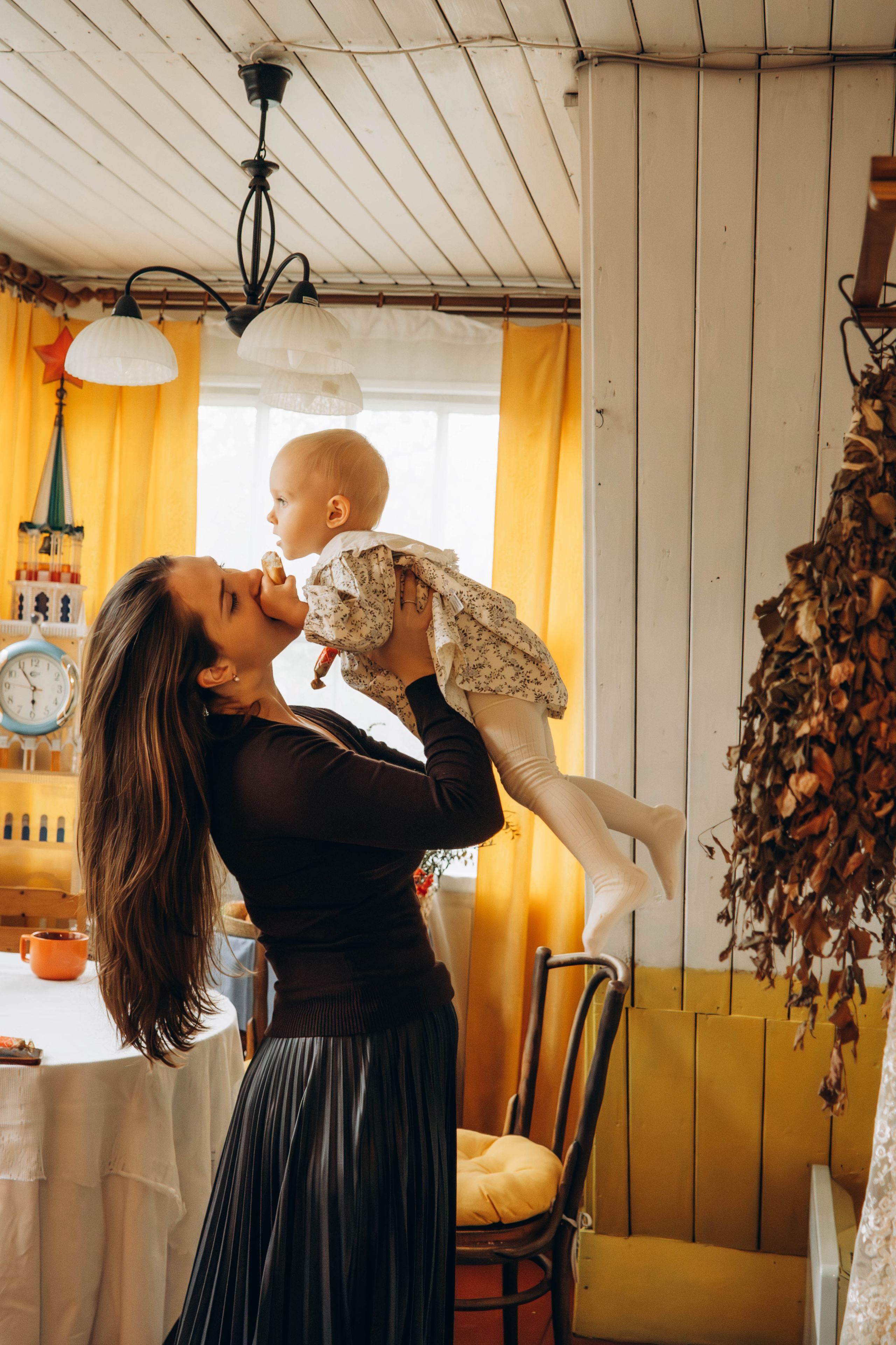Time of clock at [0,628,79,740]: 5:54
